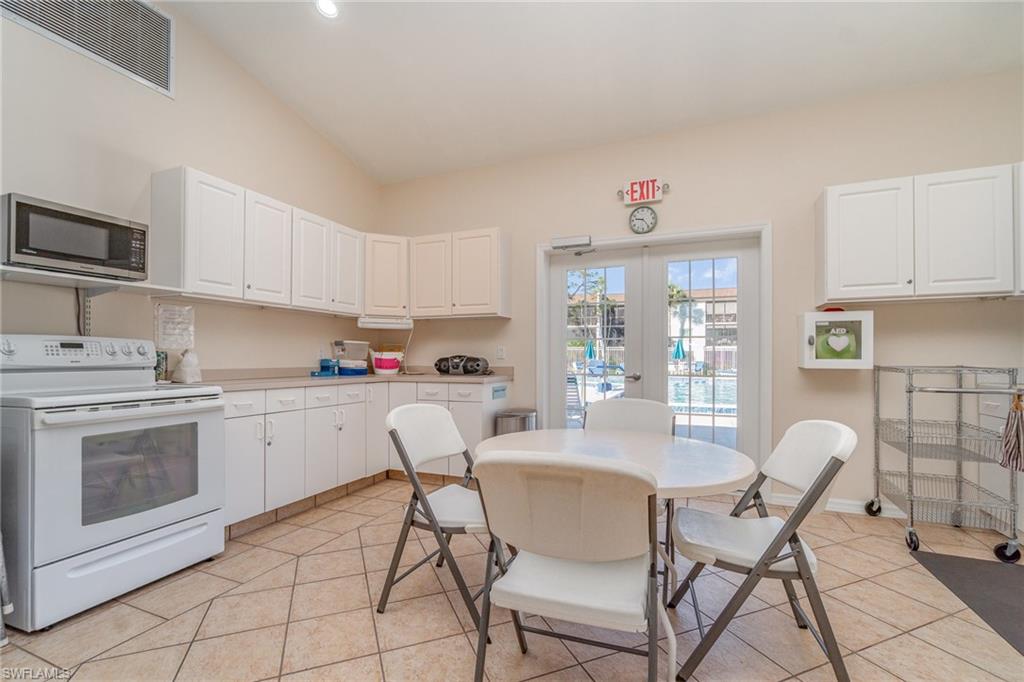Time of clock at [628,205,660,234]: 9:23
